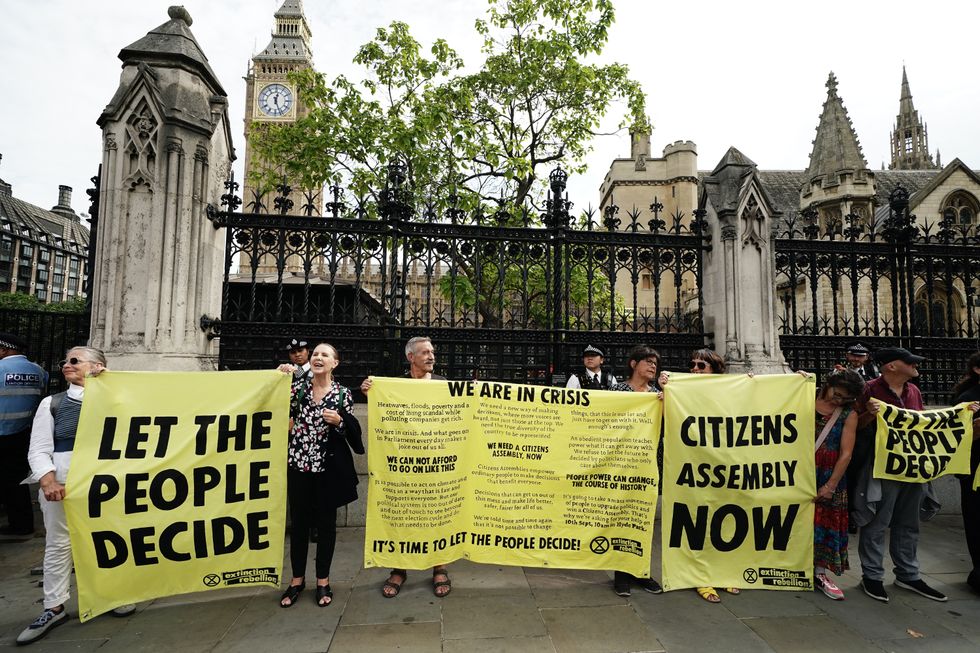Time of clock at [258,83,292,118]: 12:26
